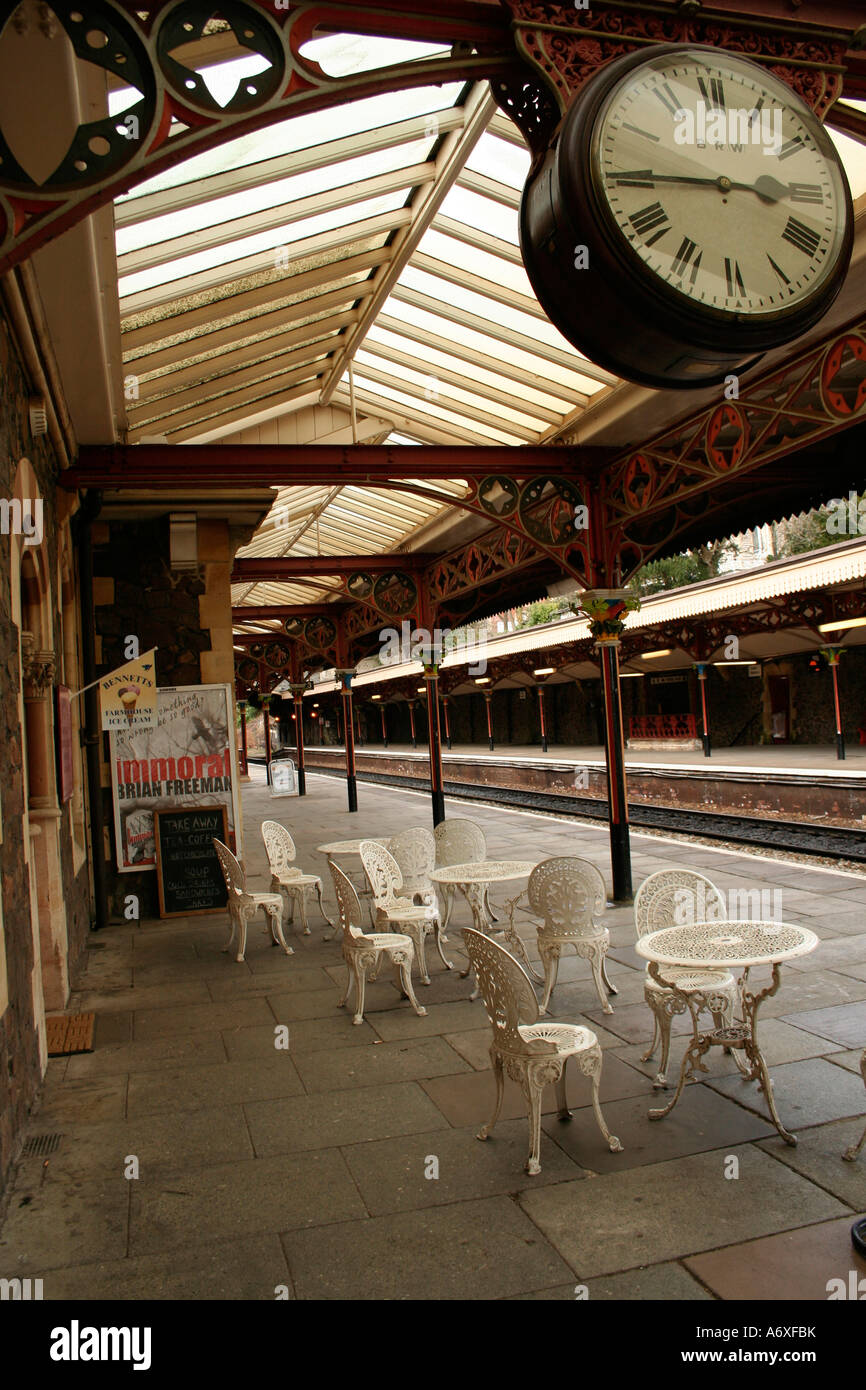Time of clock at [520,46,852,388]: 2:44
